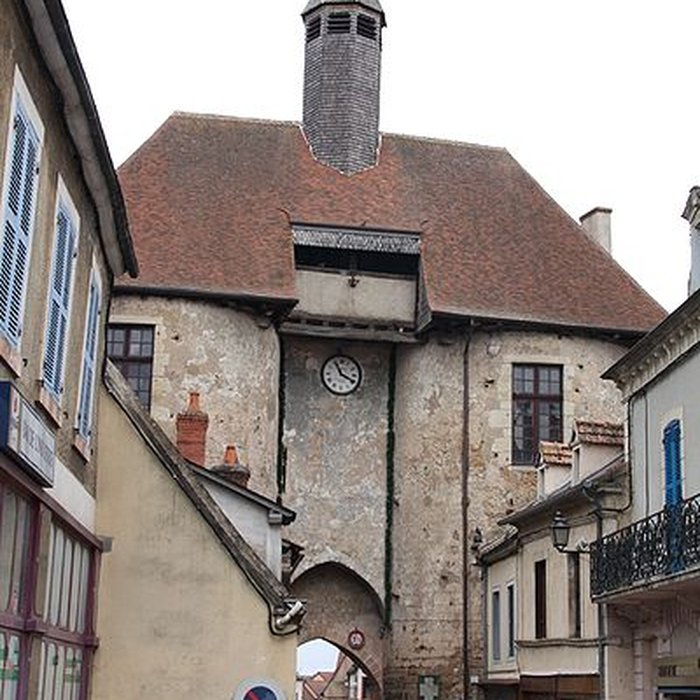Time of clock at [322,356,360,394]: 3:55
